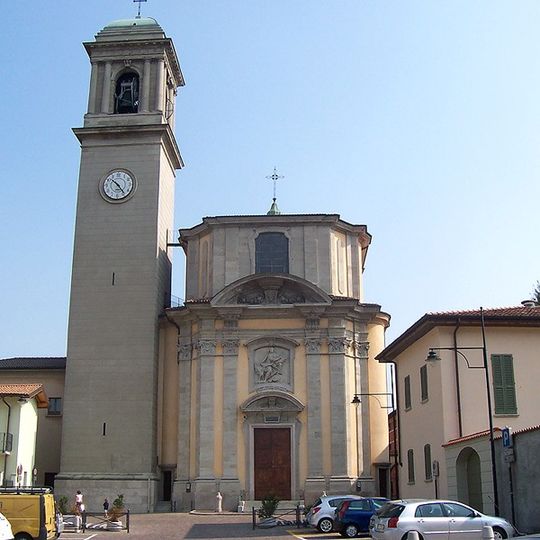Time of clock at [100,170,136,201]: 10:23
